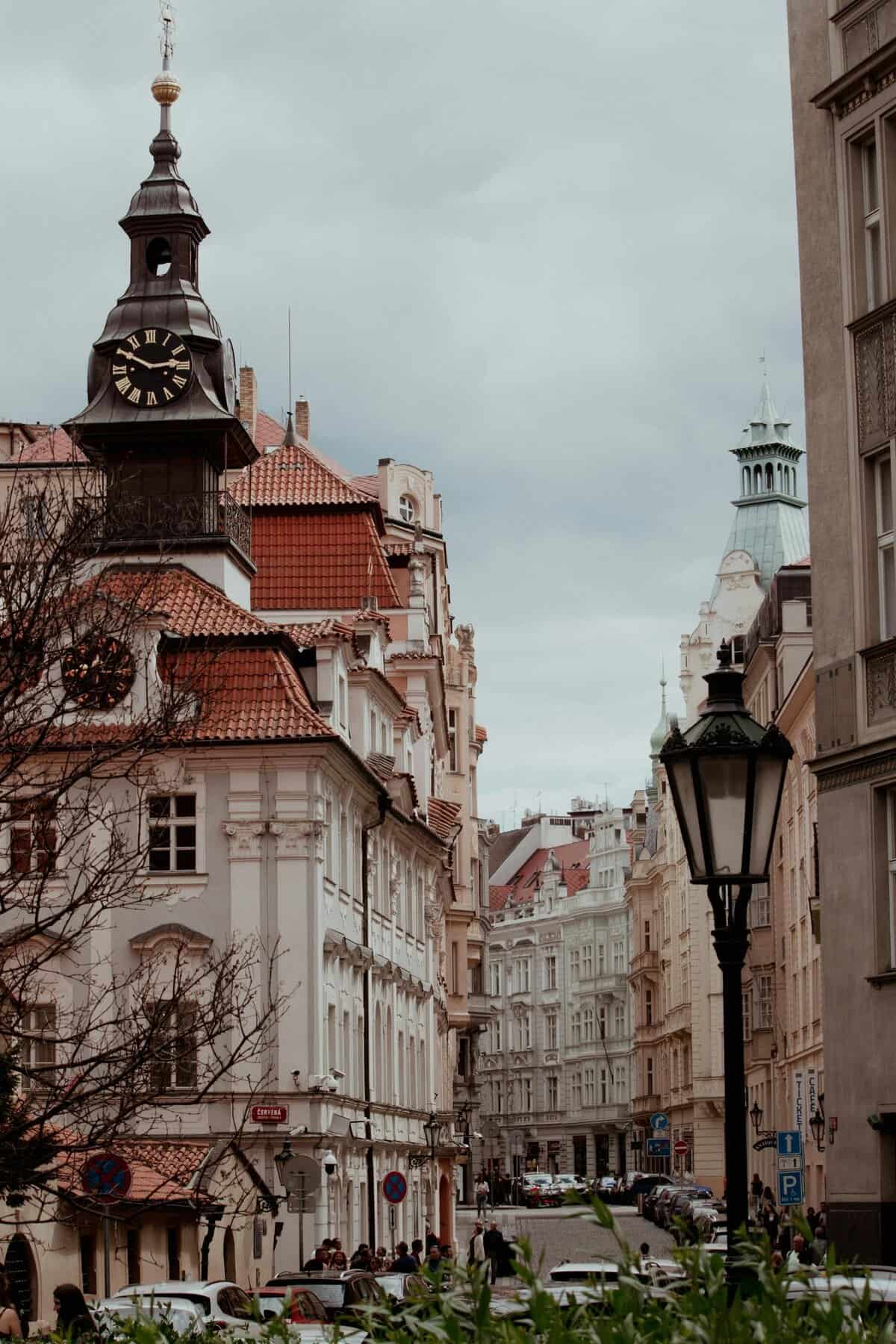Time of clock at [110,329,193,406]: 2:50
